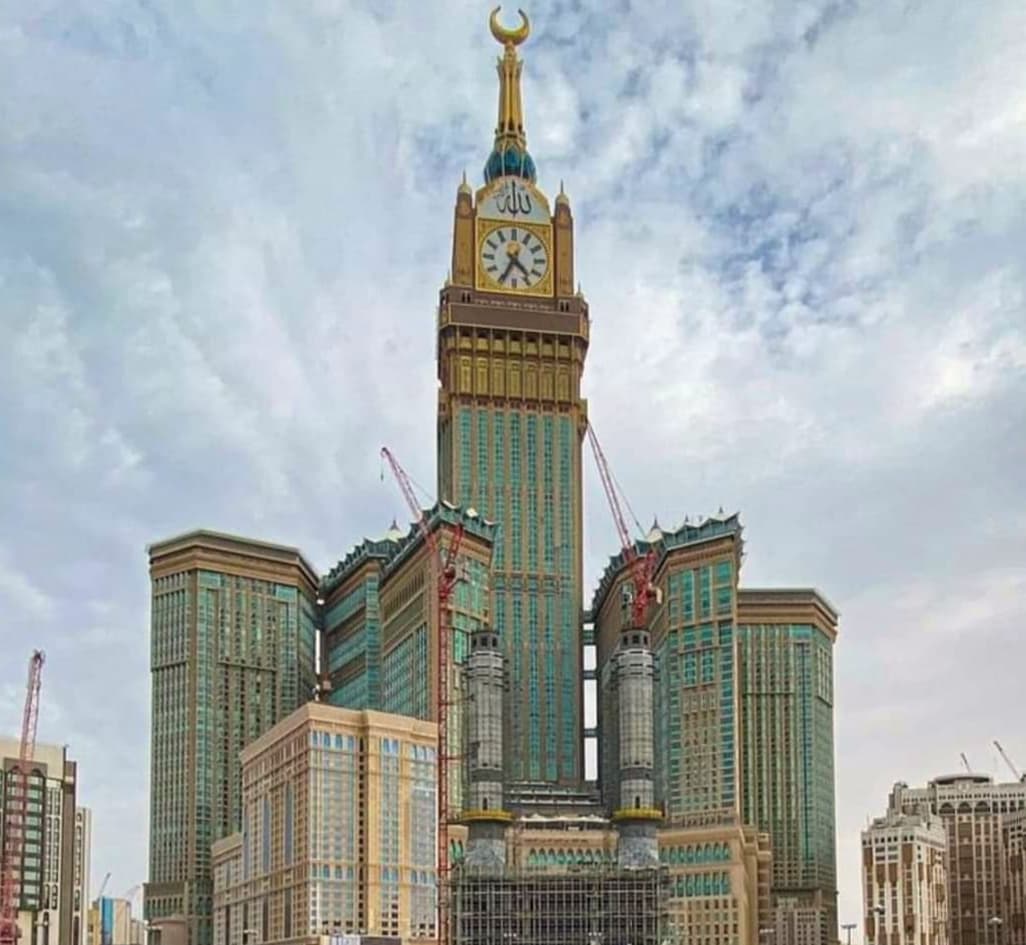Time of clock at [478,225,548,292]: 4:34
